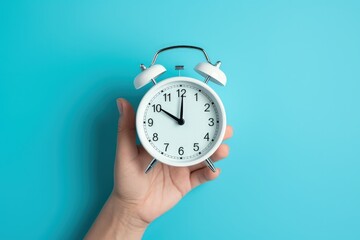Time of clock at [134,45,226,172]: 10:00
